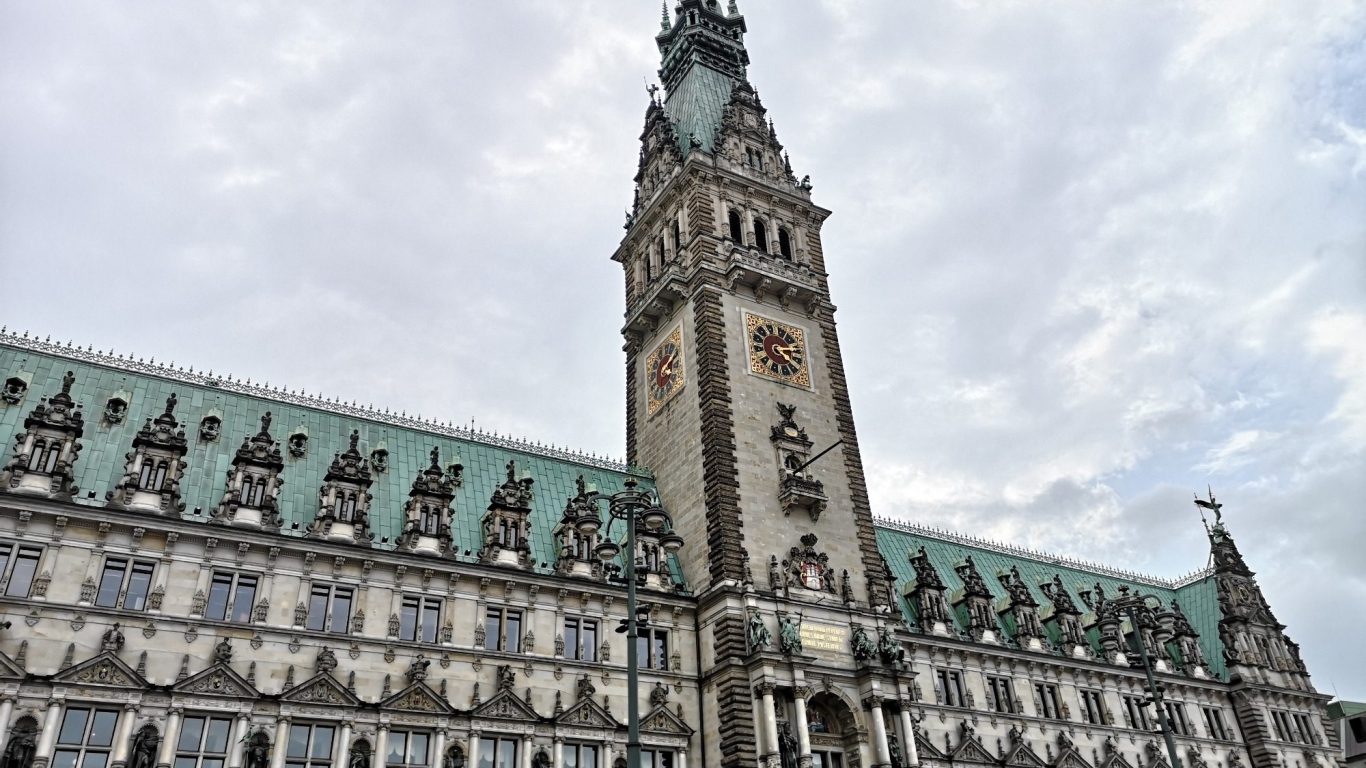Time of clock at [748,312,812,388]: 4:12
